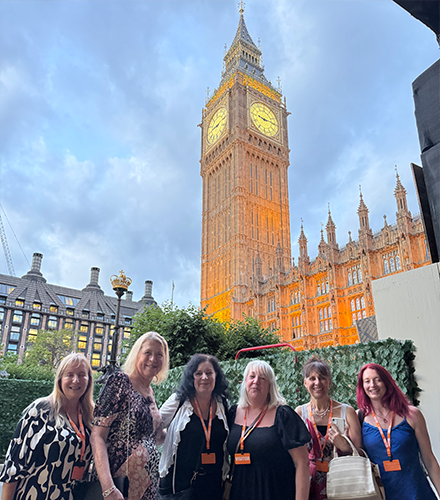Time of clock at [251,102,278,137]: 9:14
